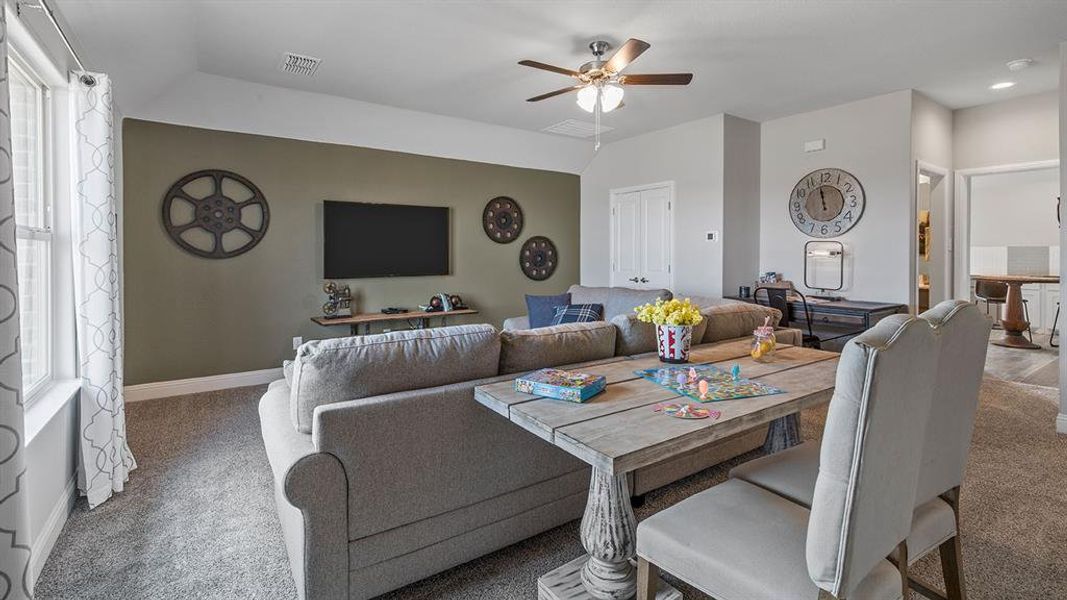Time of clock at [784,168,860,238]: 11:58
